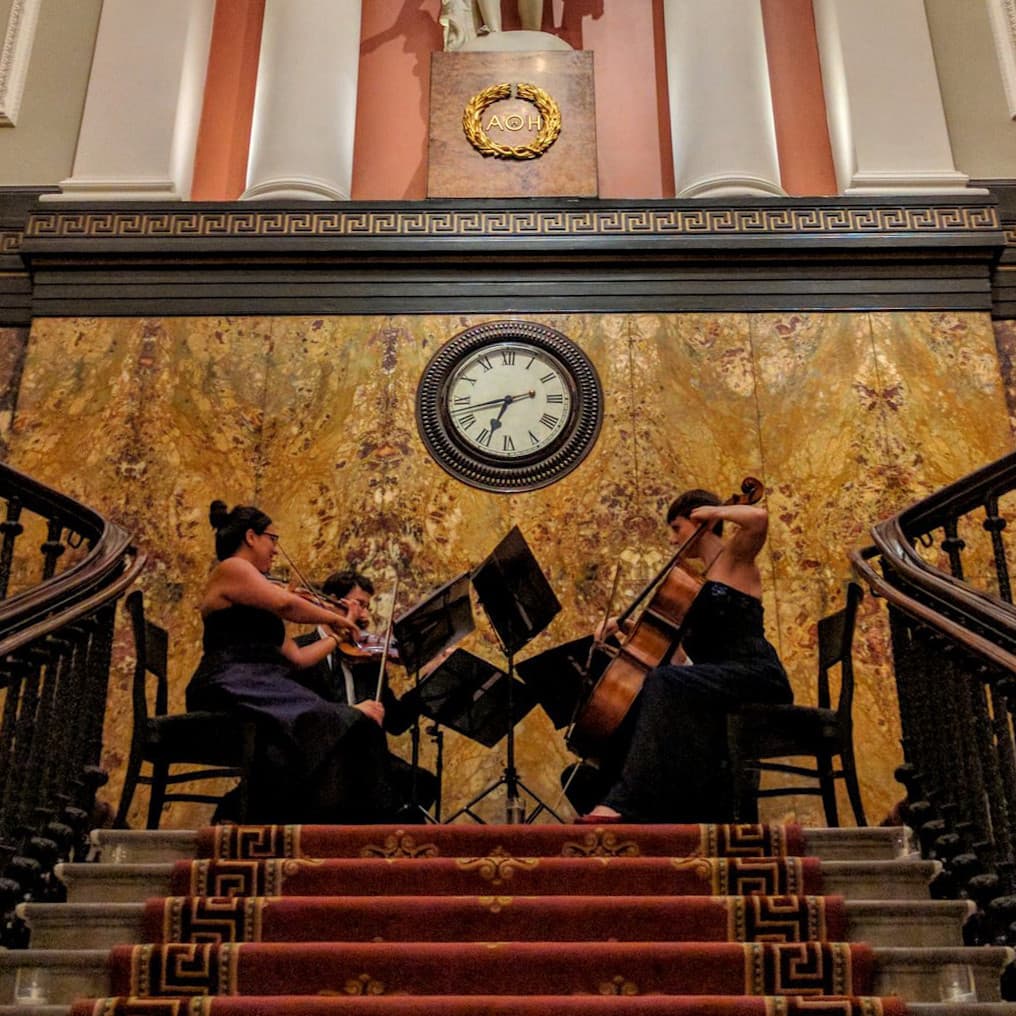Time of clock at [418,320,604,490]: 6:42
